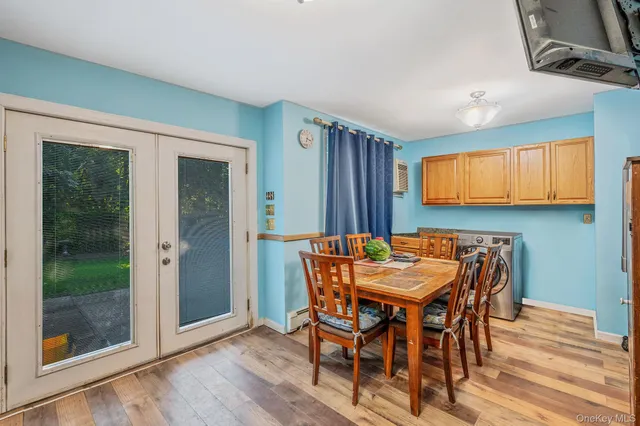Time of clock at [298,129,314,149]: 3:32
